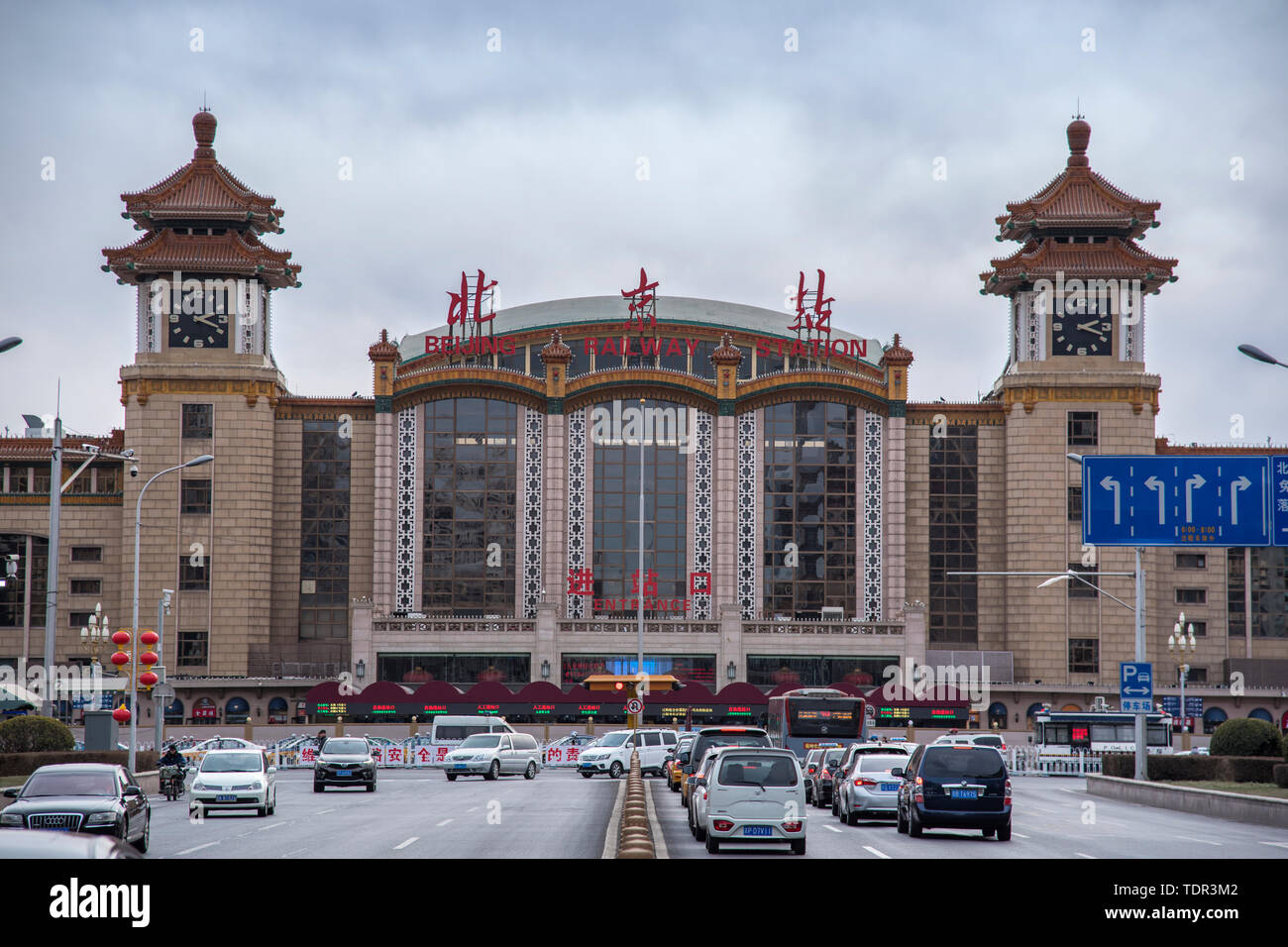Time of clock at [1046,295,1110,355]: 2:18
